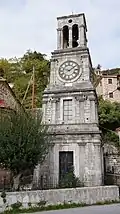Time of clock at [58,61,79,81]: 1:47
